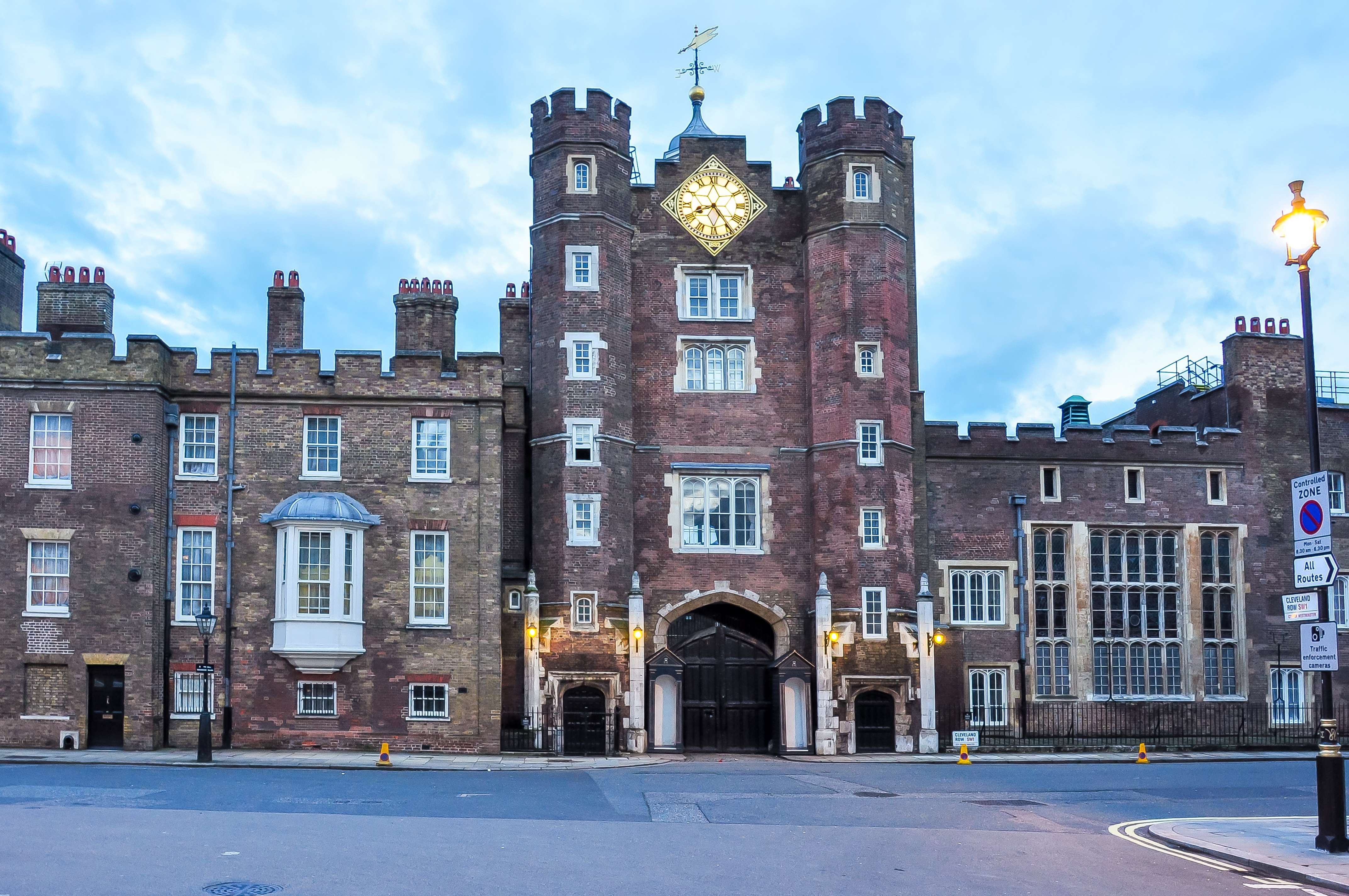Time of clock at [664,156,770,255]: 8:24
